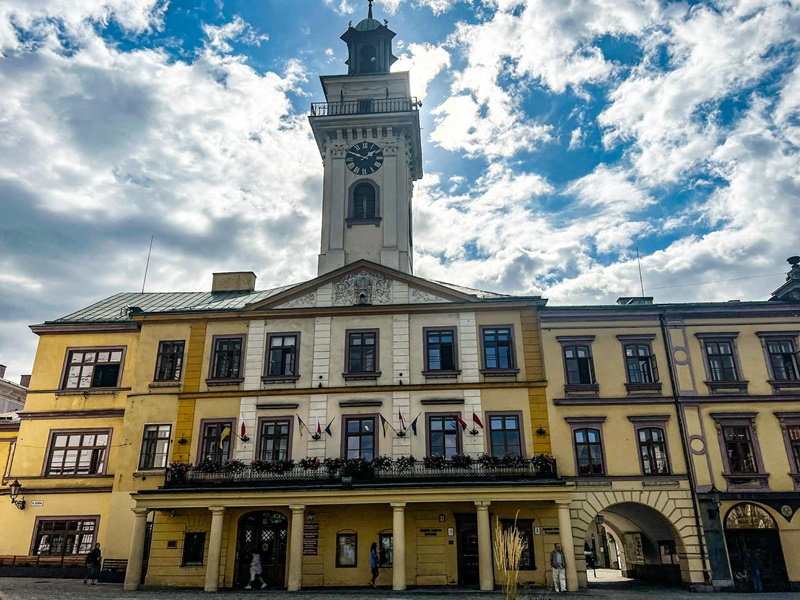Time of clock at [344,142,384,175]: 1:49
